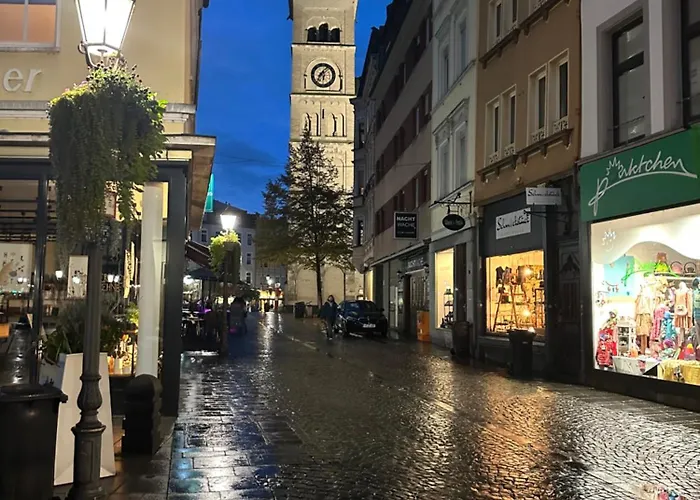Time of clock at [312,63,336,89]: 6:06
